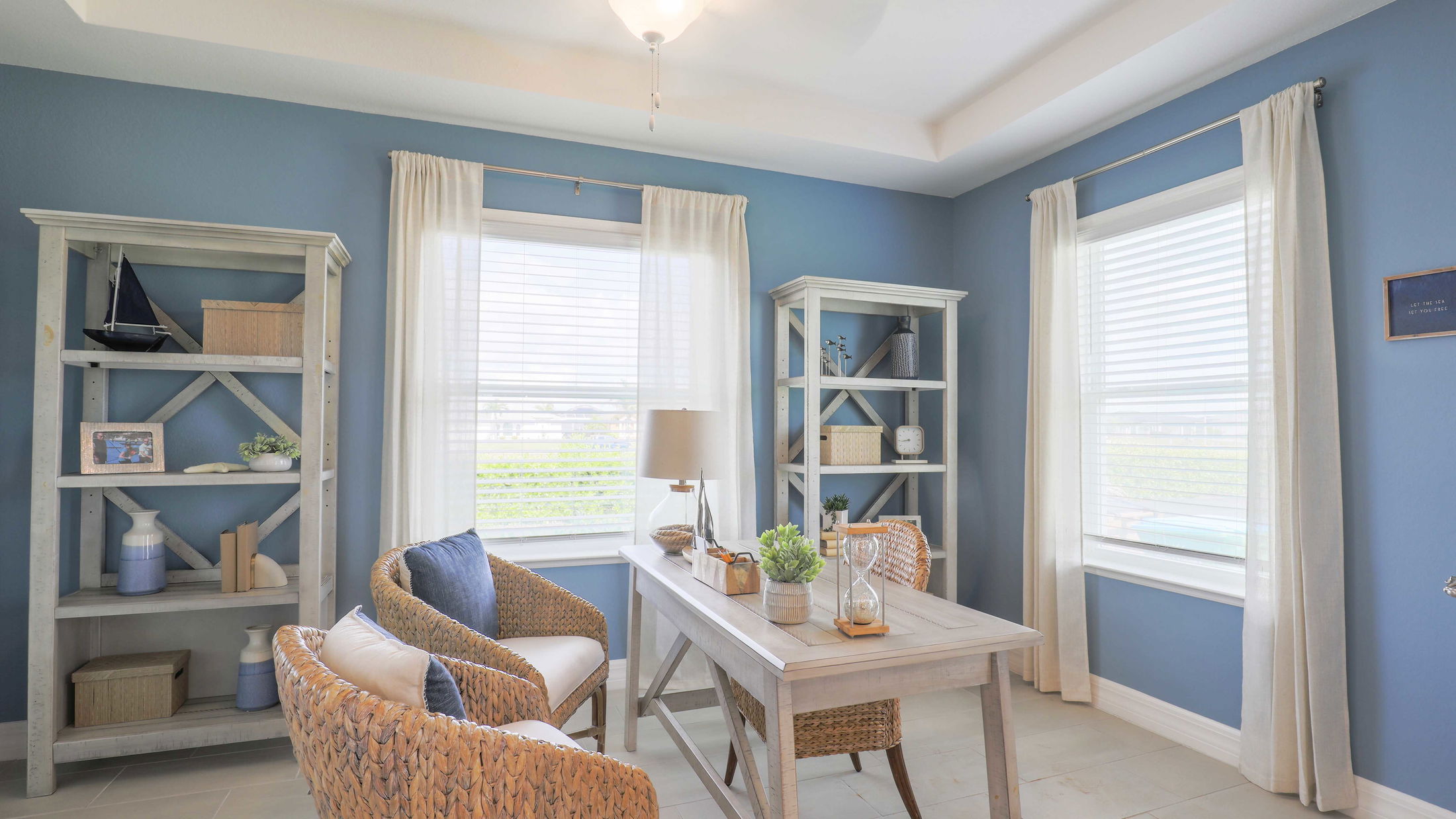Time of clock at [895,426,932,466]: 8:43
